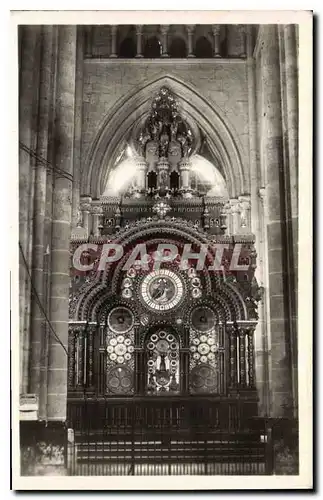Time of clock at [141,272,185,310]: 7:37
